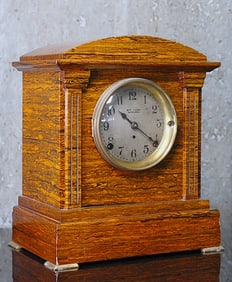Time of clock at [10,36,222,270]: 10:21
